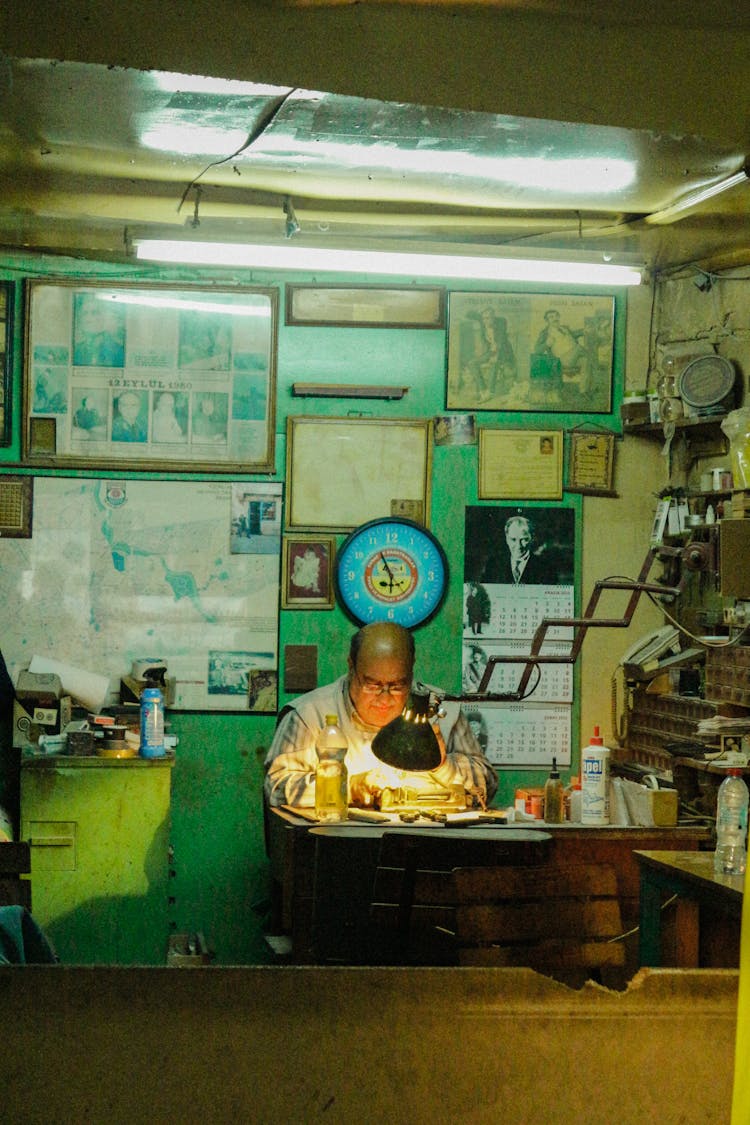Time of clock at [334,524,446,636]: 5:55
